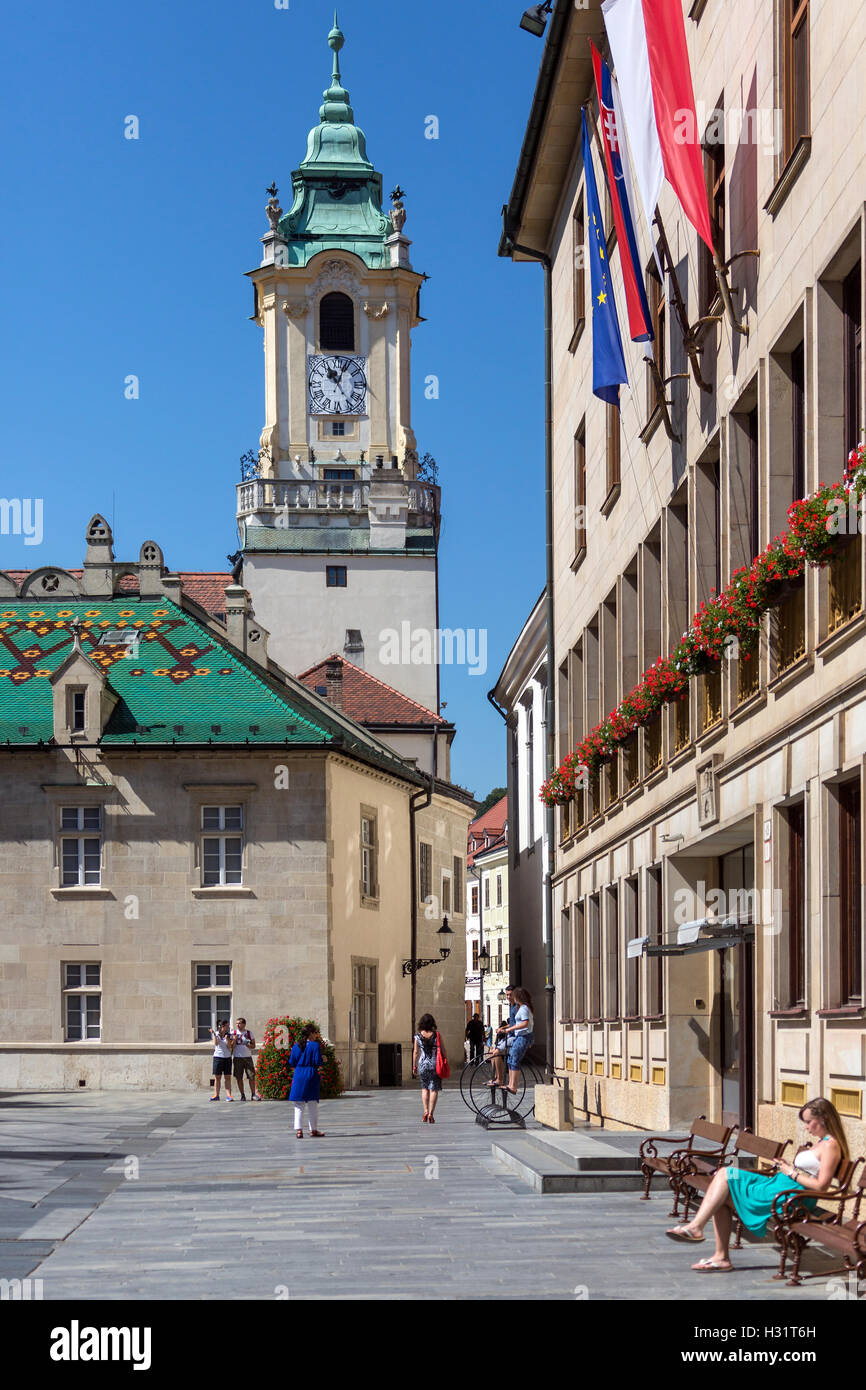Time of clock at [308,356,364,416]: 11:03
